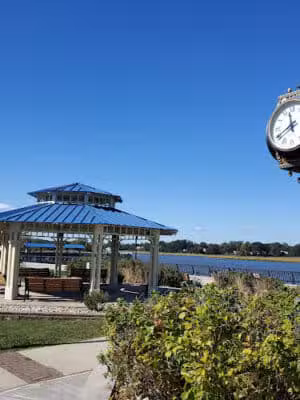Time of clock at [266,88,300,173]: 11:40
